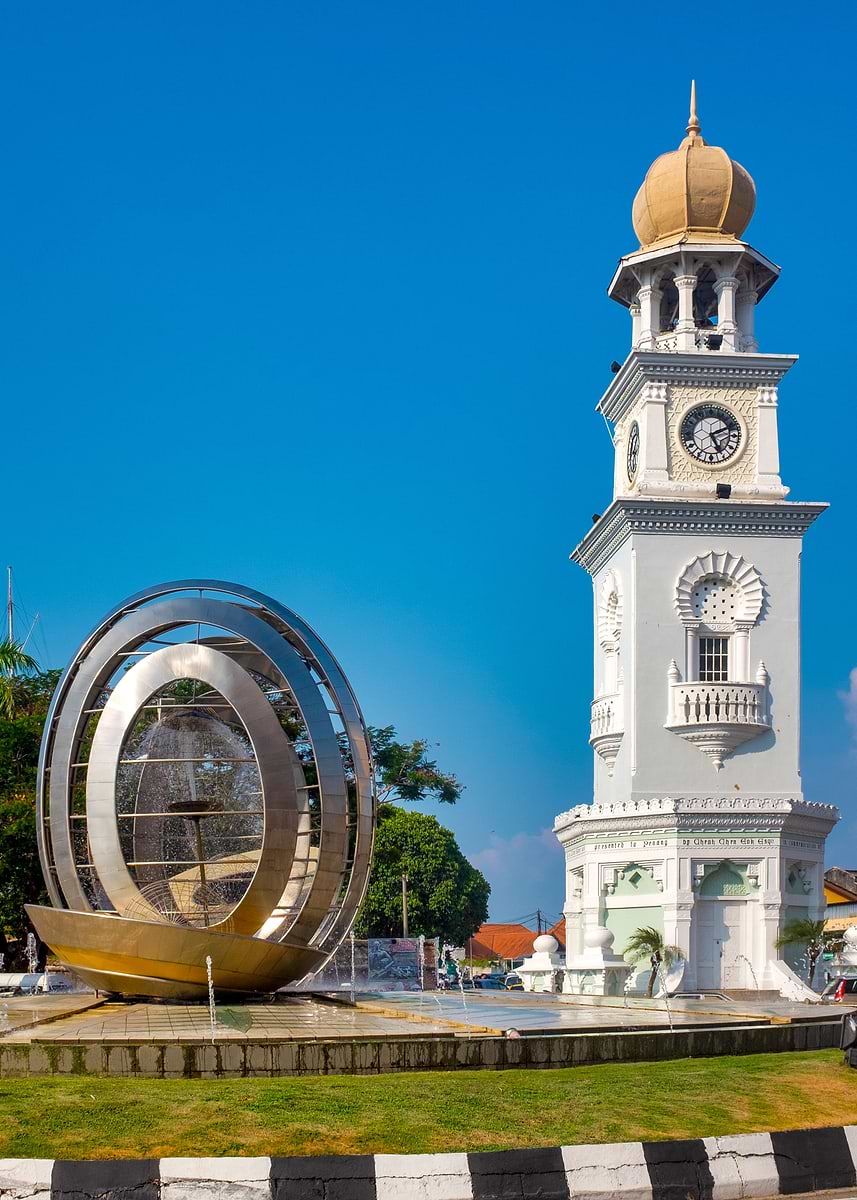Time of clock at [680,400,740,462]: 5:11
